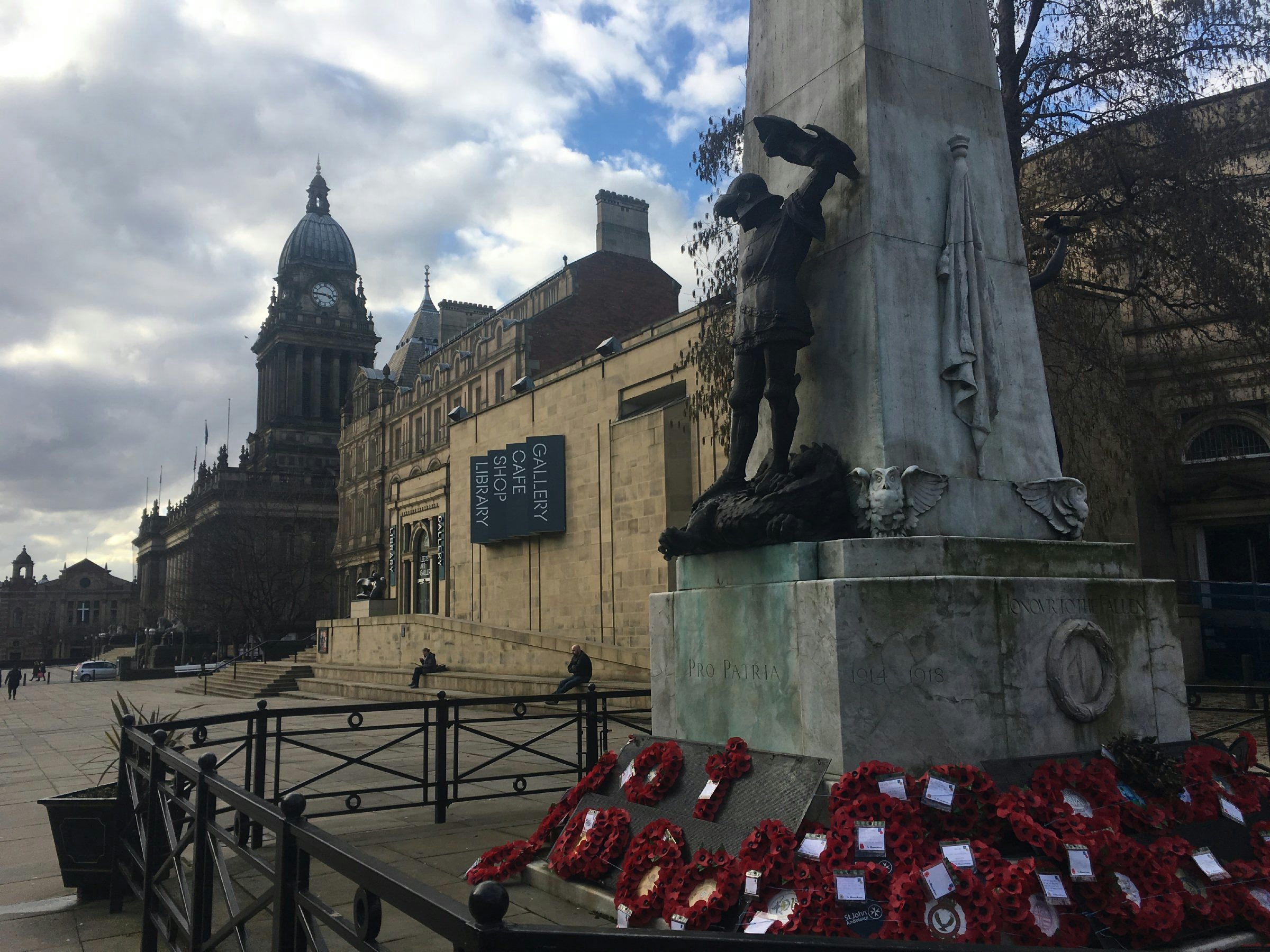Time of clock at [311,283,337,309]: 3:45
